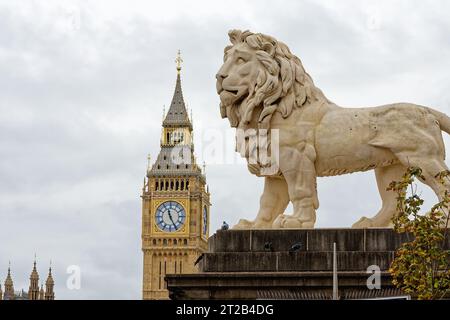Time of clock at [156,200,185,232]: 11:25
